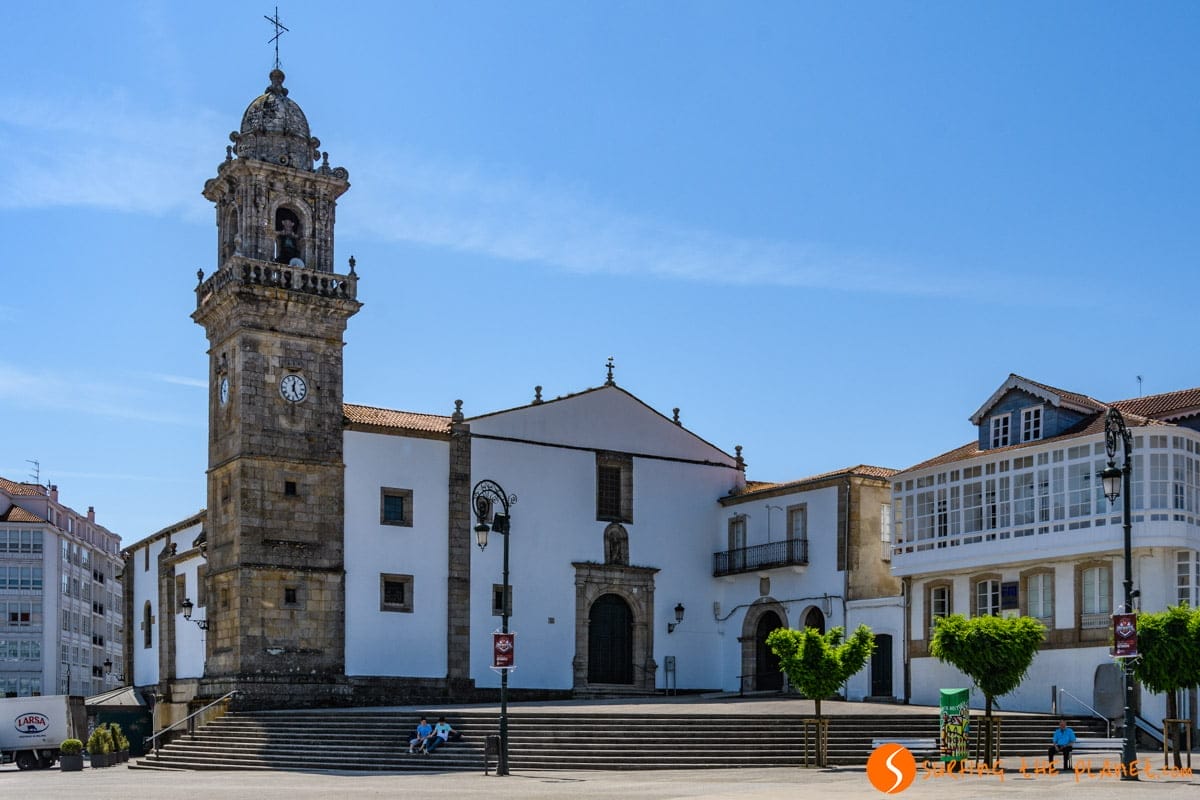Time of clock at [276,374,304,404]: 12:25
